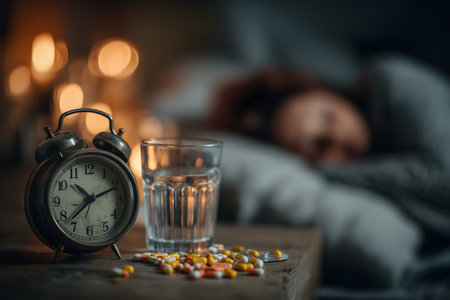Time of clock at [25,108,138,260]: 10:37
